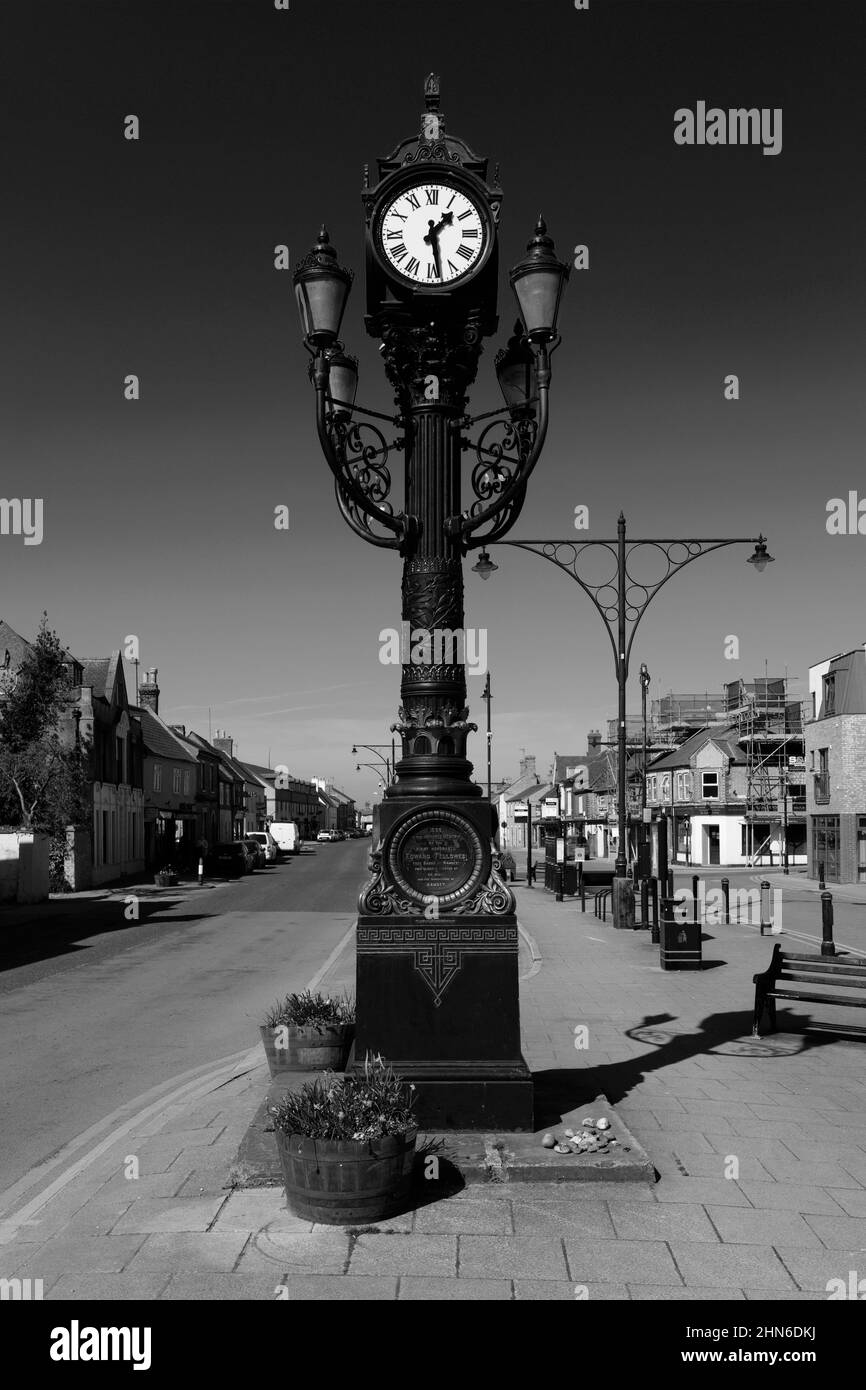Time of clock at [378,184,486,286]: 1:28
